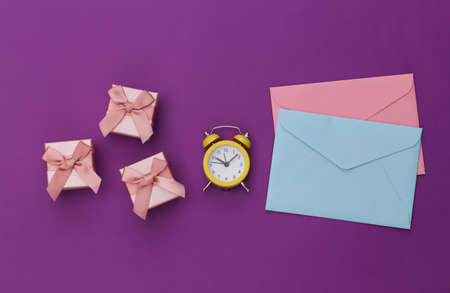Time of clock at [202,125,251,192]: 10:08
